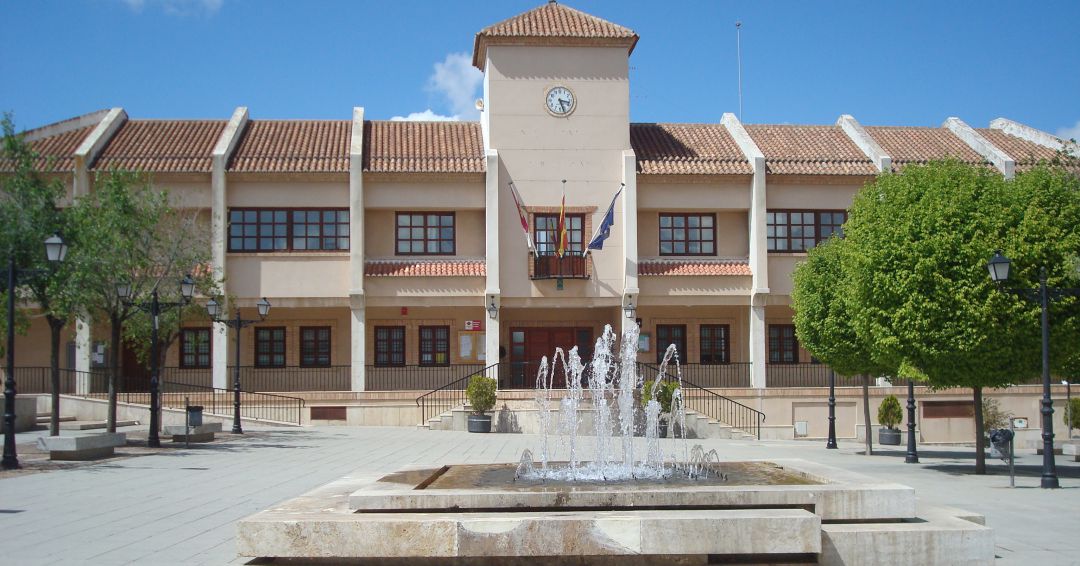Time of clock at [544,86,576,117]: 3:26
